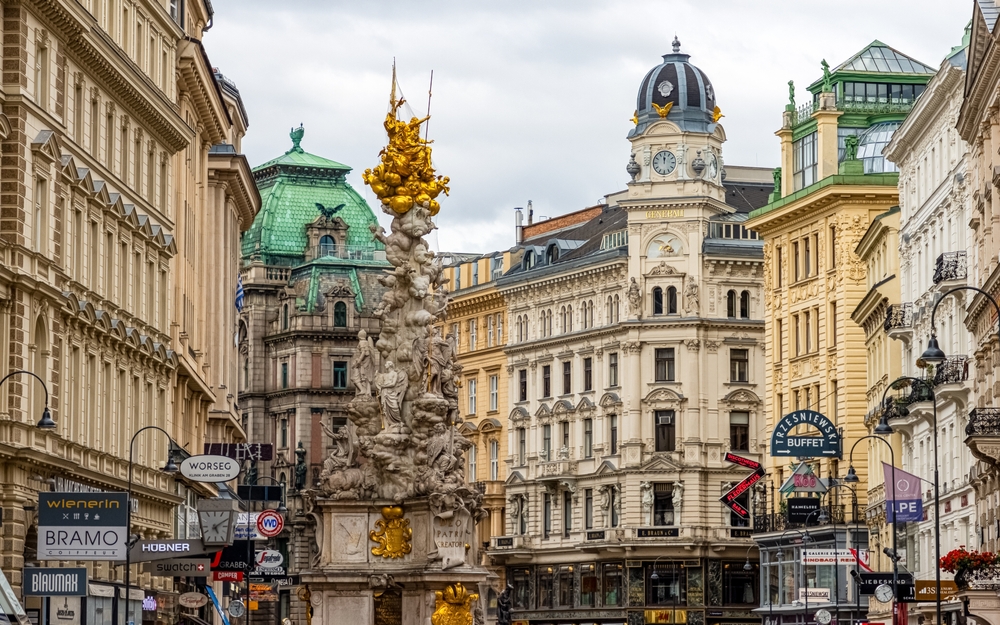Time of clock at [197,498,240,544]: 5:09
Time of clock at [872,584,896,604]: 5:11
